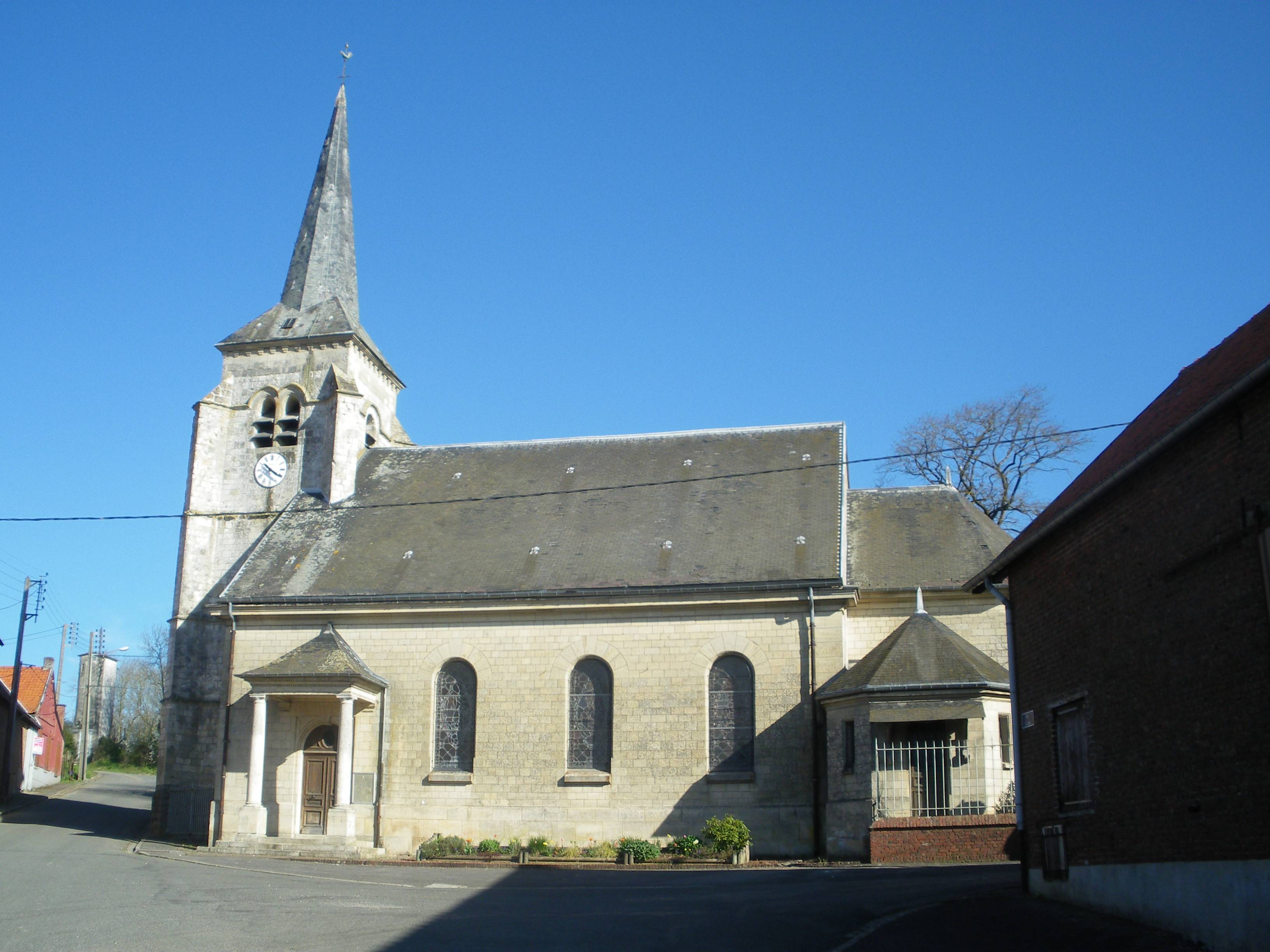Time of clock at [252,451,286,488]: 10:20
